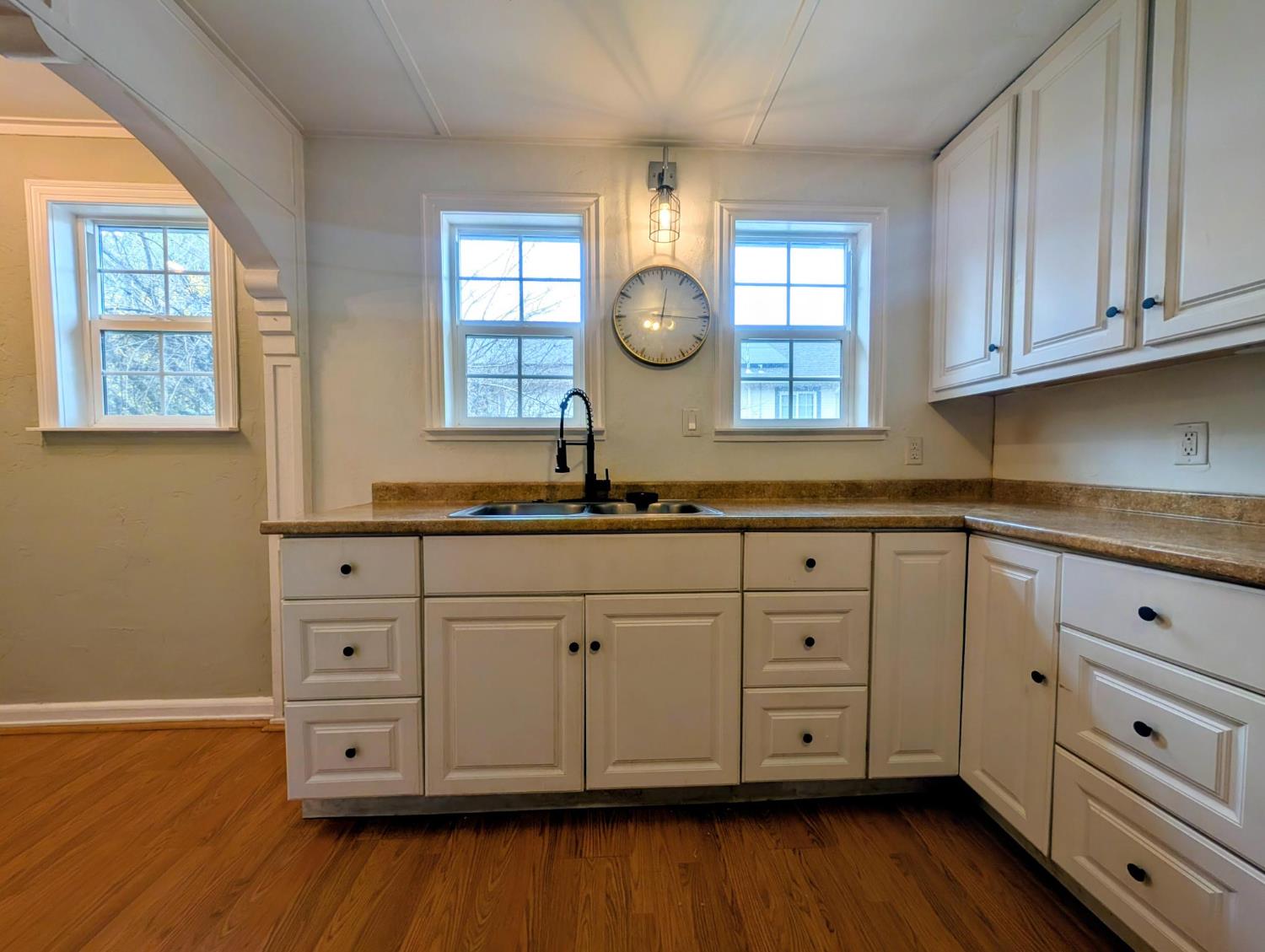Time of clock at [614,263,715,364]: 12:15
